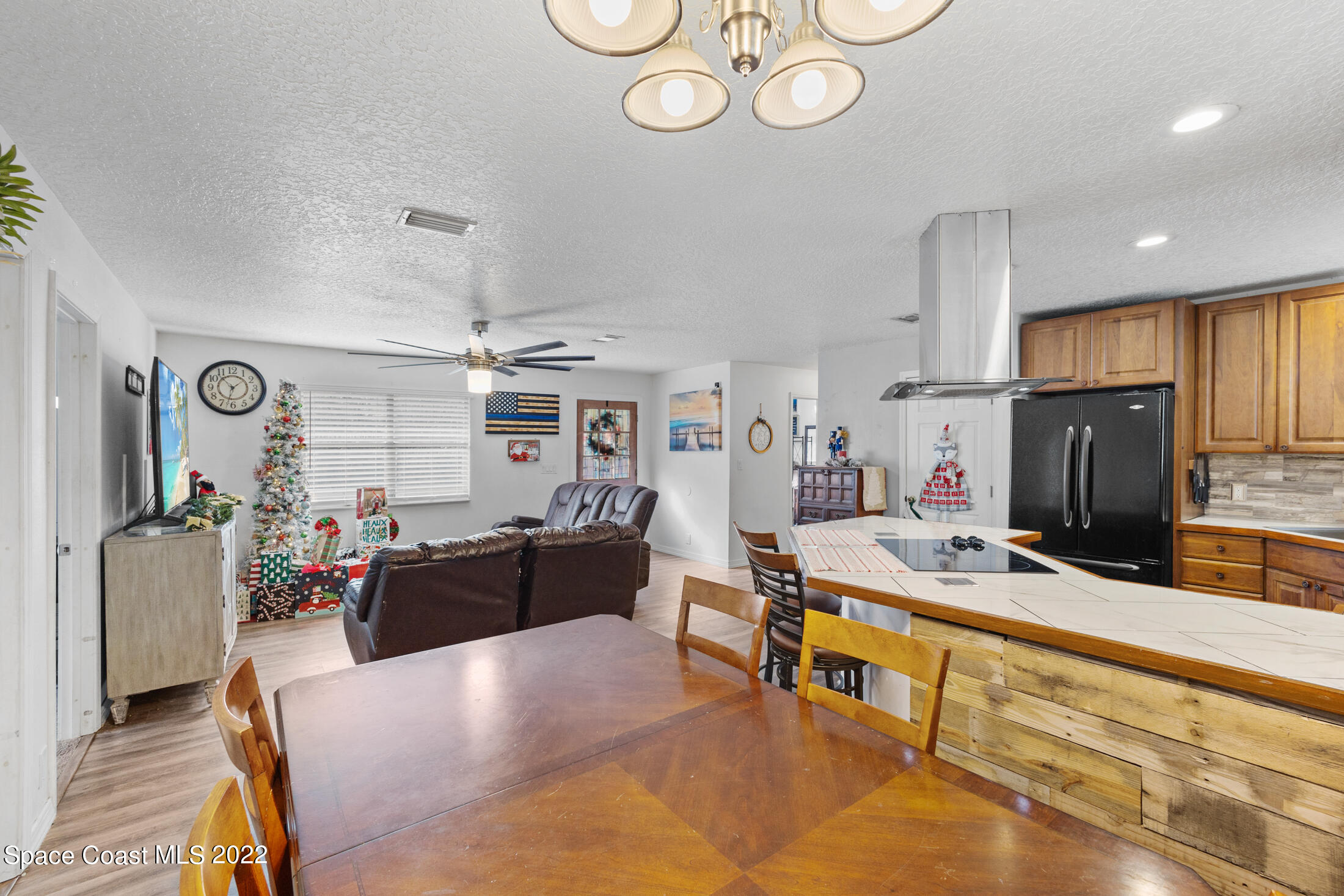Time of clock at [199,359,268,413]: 1:32
